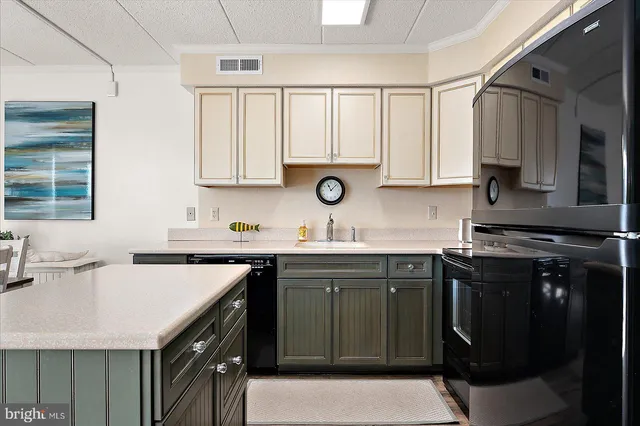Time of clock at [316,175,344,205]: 11:07
